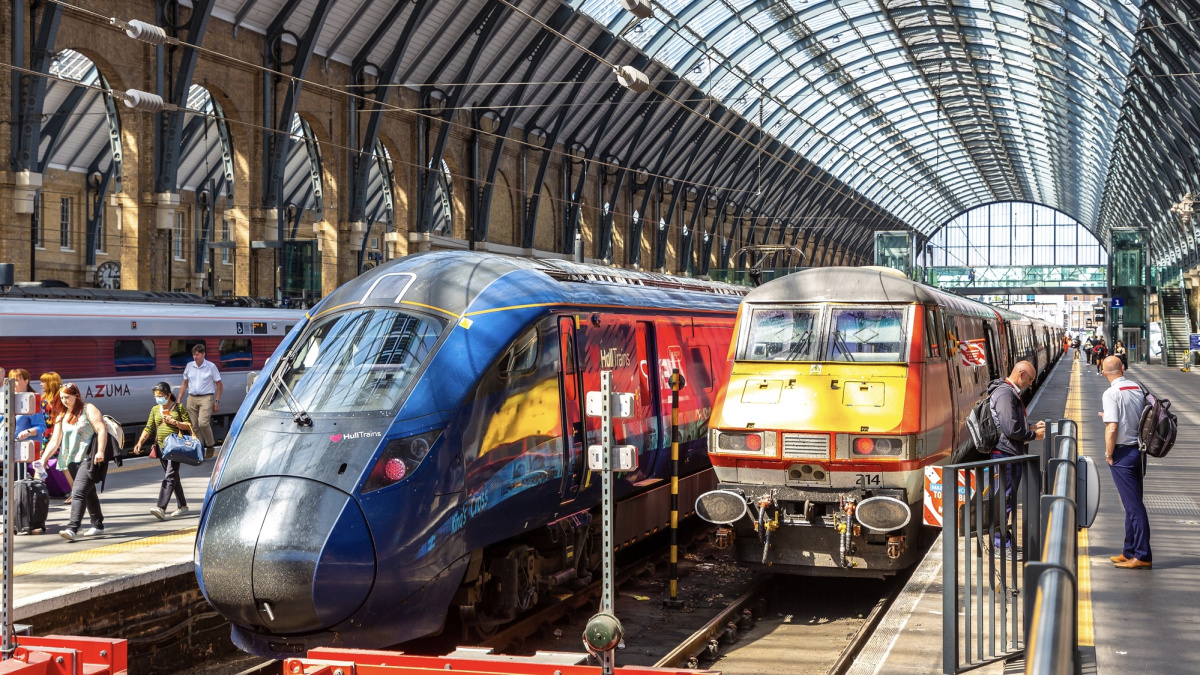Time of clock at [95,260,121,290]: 3:02
